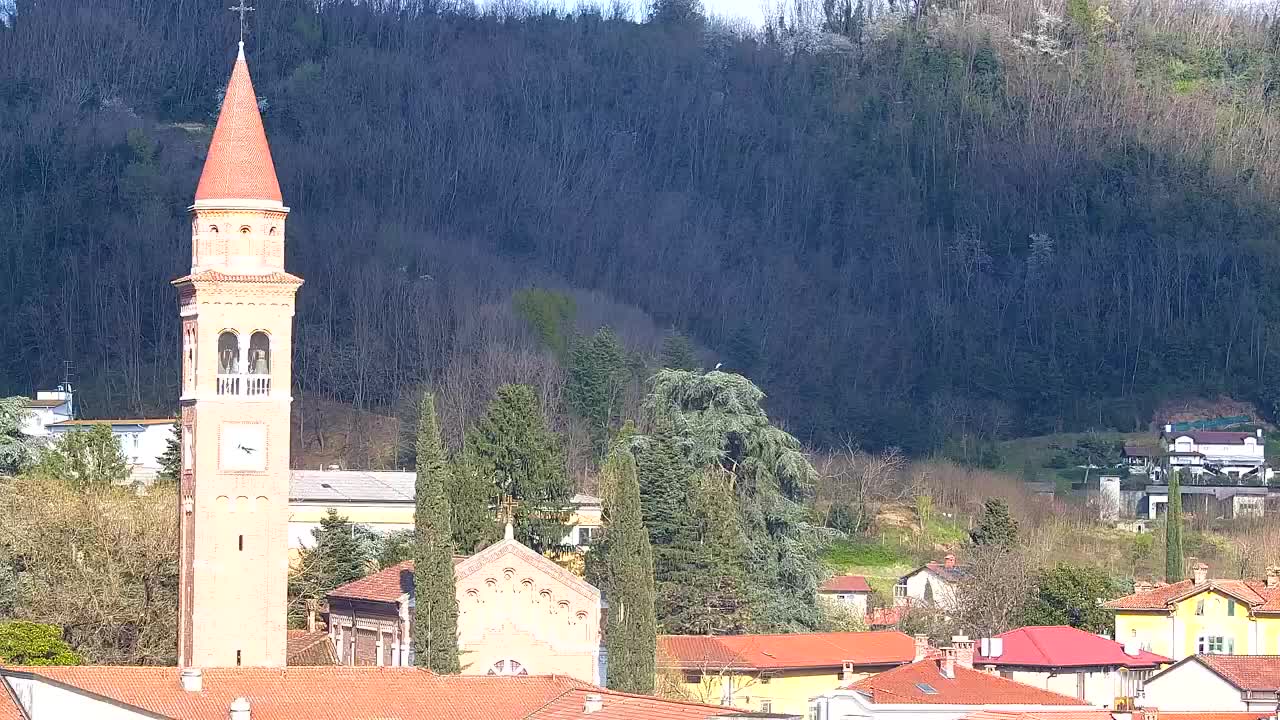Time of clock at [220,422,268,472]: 4:16
